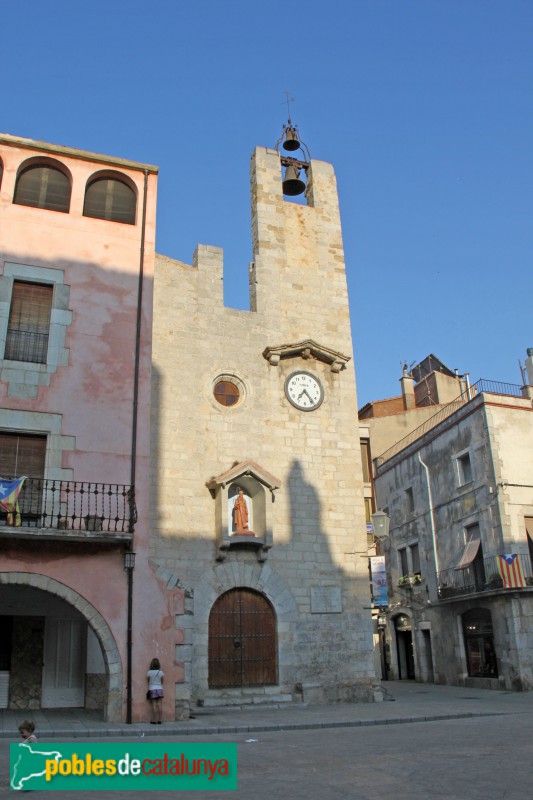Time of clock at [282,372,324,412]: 7:23
